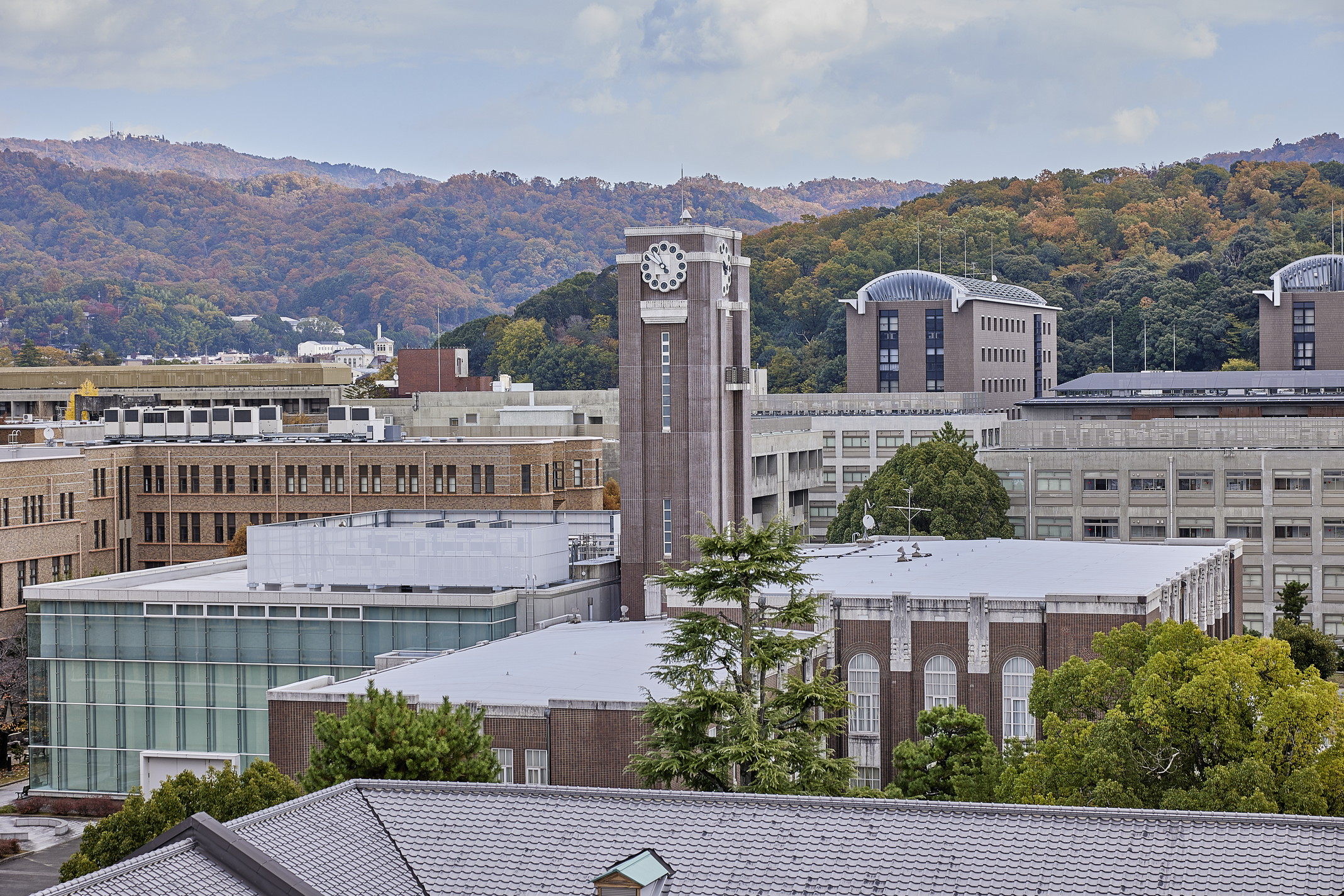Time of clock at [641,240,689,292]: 10:50
